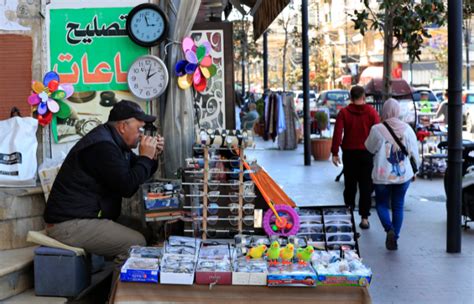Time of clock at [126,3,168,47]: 2:57
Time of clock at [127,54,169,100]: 2:02
